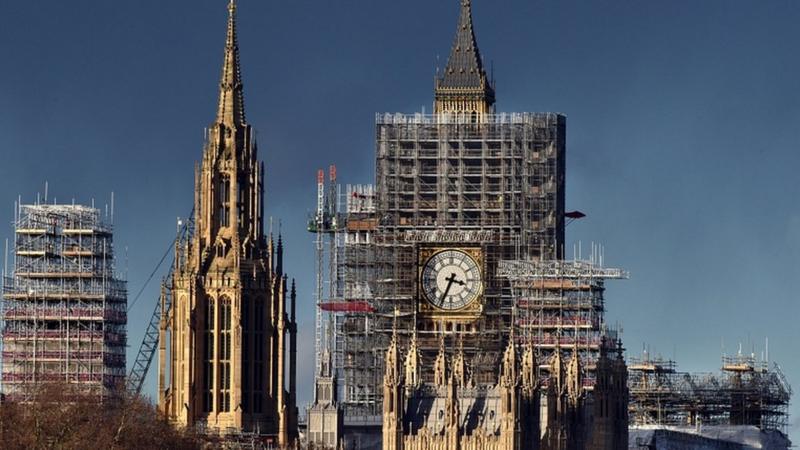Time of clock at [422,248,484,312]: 3:34
